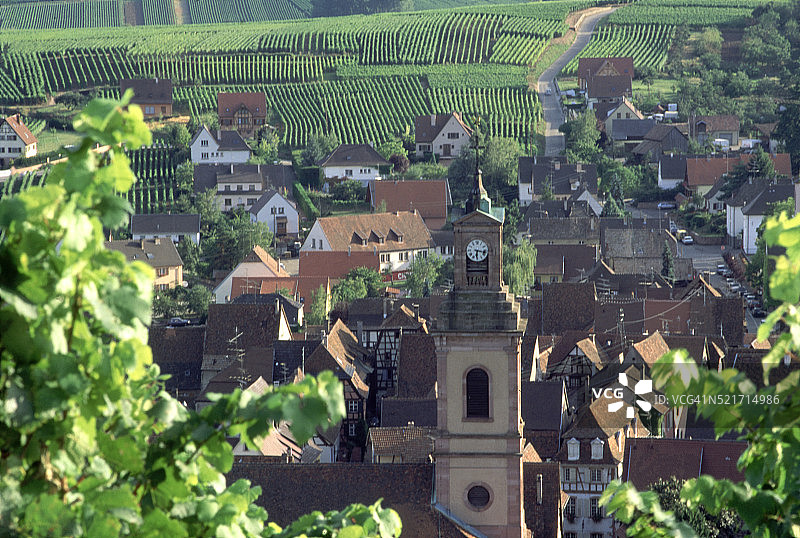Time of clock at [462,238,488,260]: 6:16
